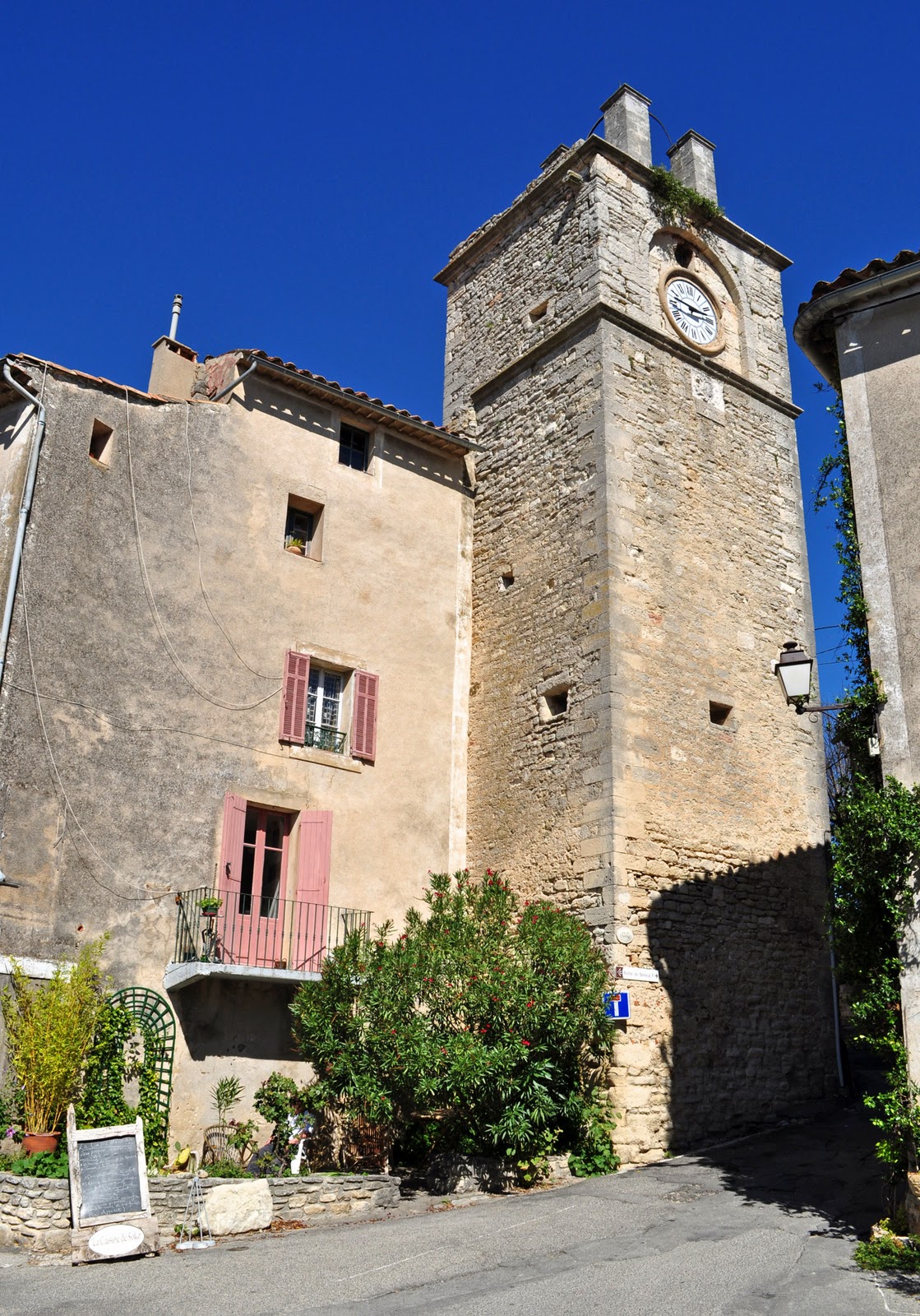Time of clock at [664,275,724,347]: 2:47
